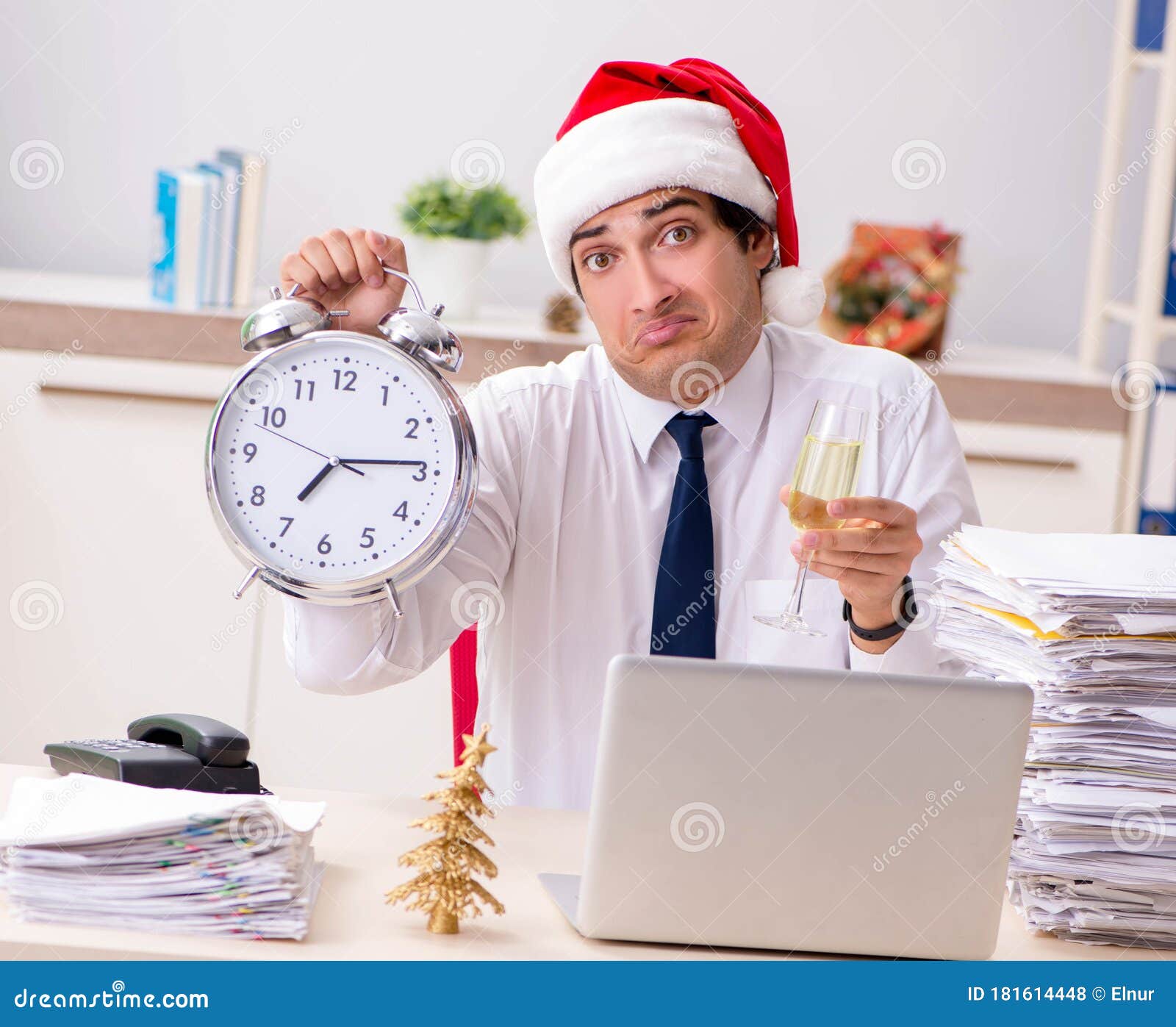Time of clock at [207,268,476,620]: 7:14
